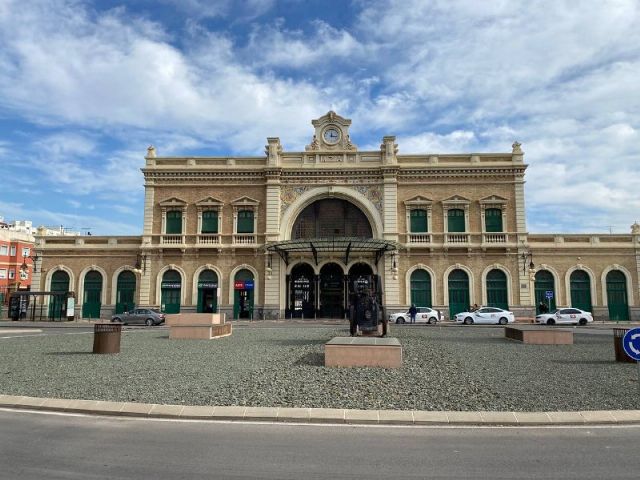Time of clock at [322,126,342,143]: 12:16
